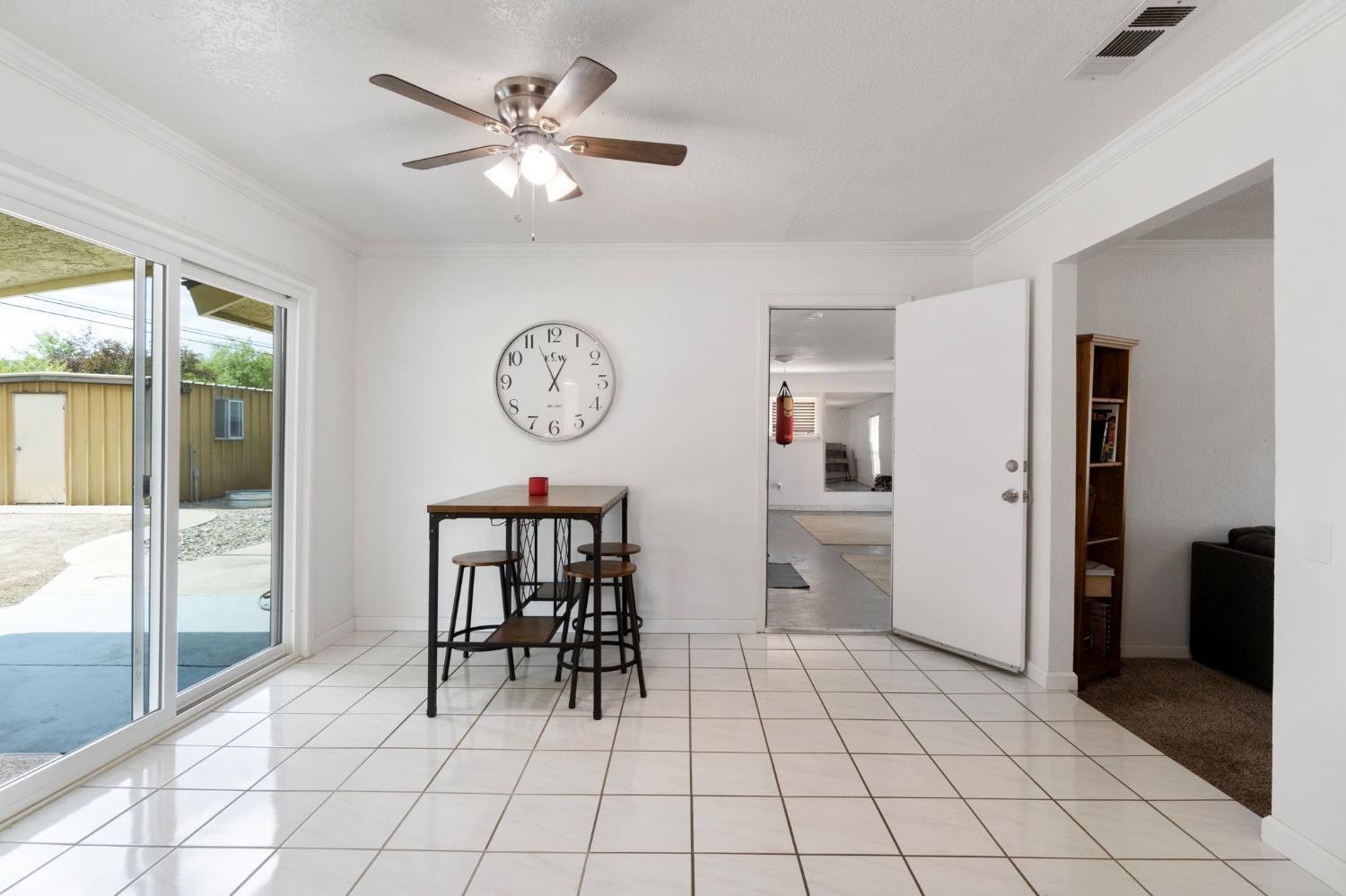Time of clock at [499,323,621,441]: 12:56
